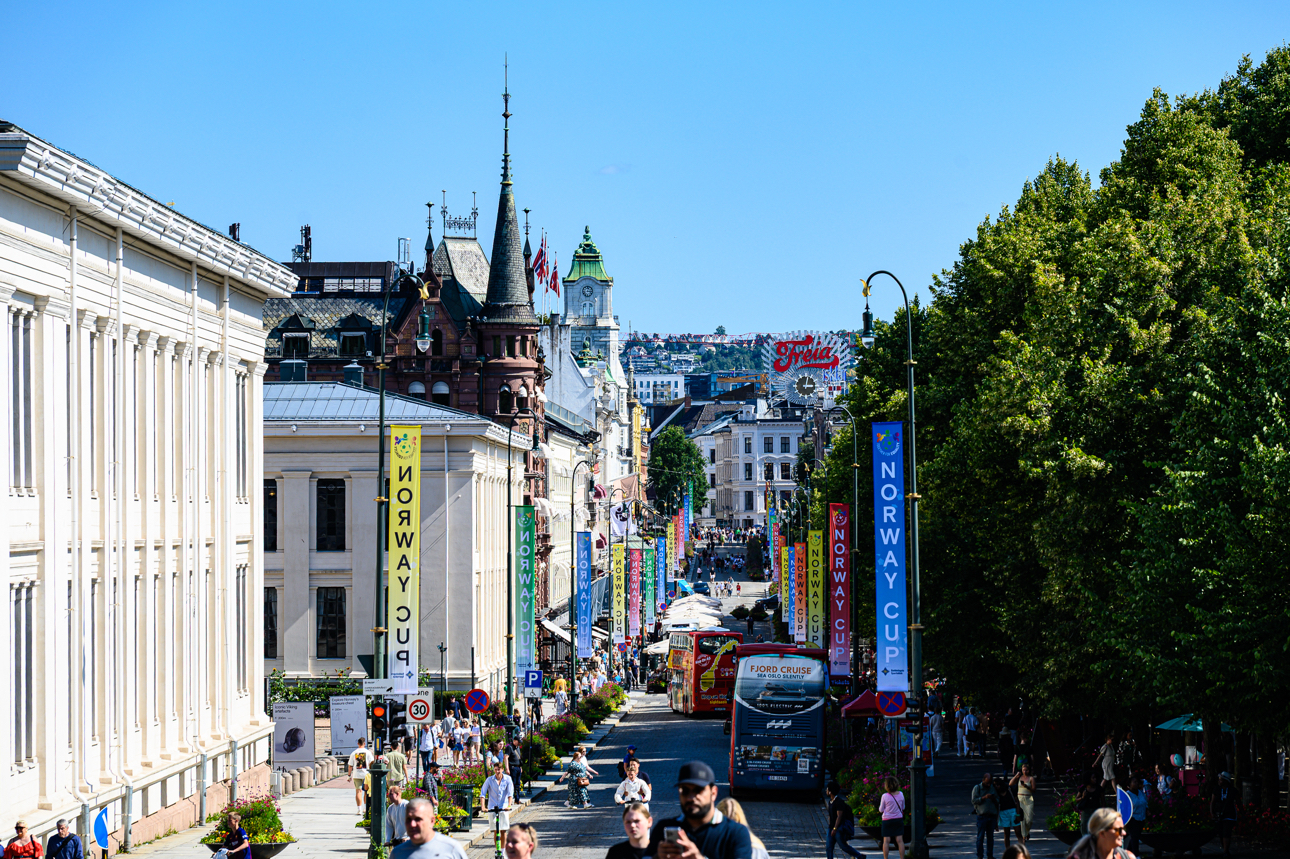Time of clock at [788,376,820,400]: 3:02
